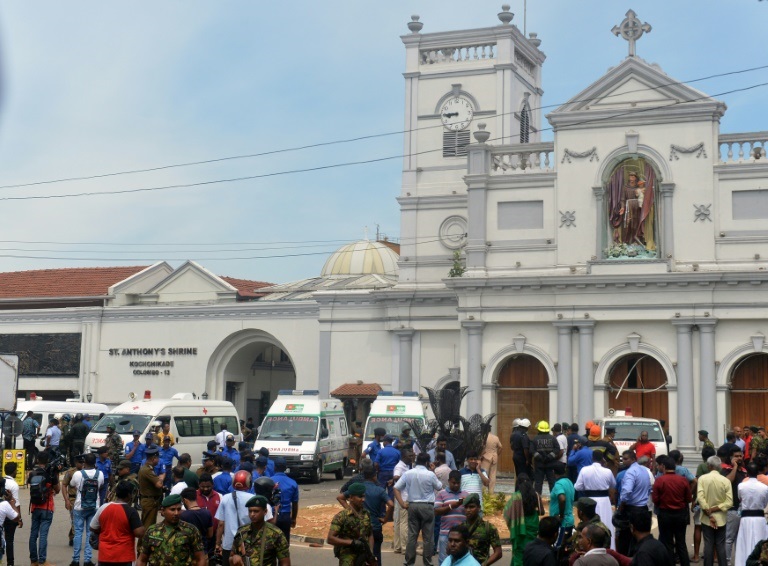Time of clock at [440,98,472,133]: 8:45
